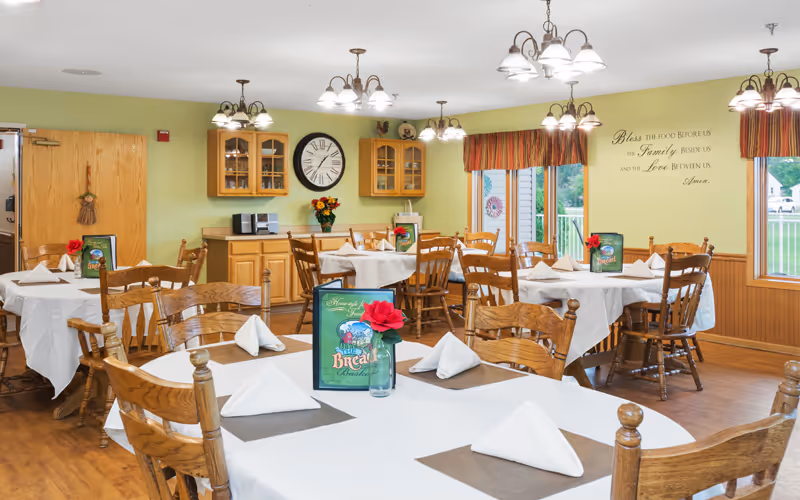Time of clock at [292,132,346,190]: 1:35
